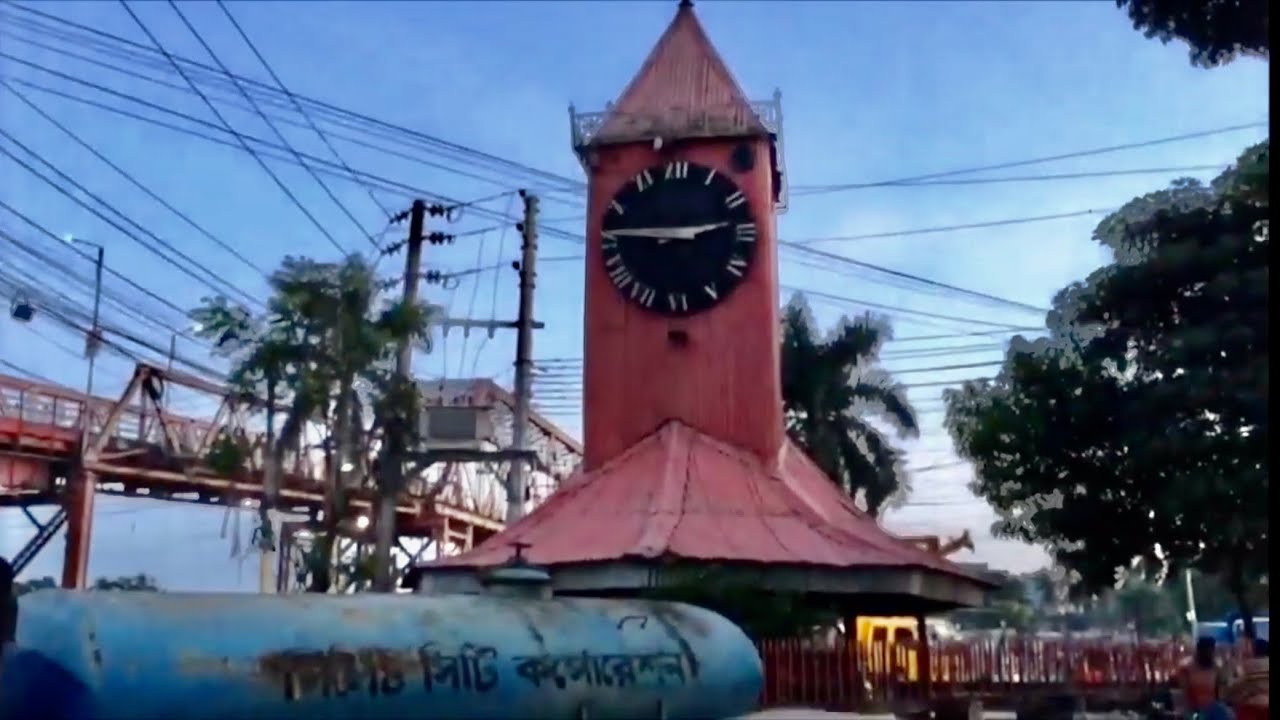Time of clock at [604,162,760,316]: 2:46
